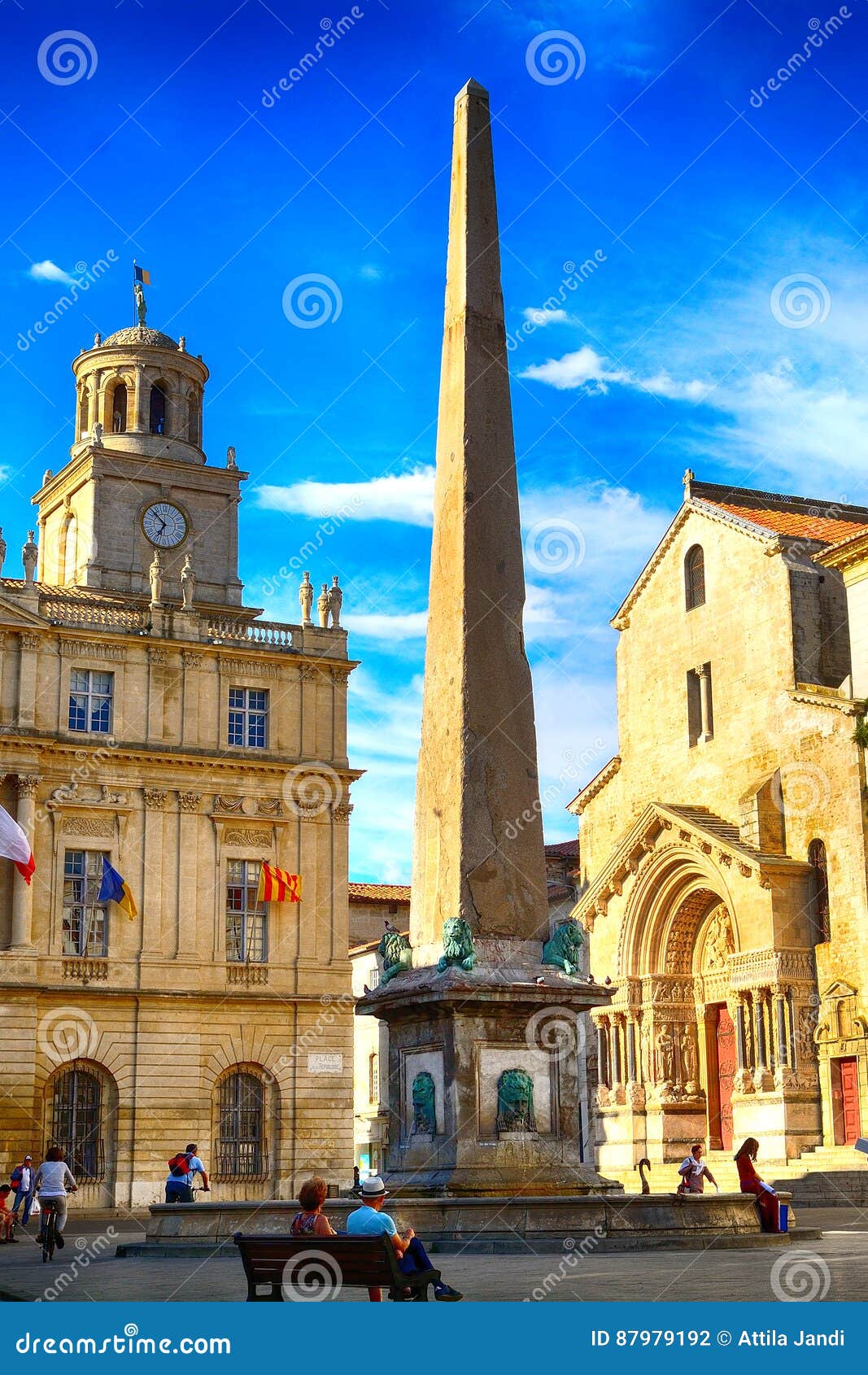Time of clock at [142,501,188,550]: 6:52
